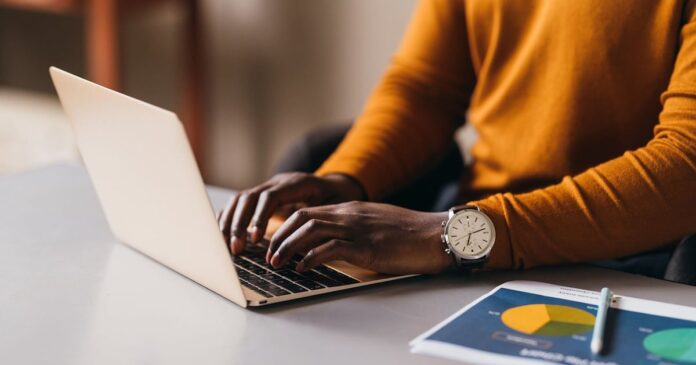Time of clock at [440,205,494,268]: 2:33
